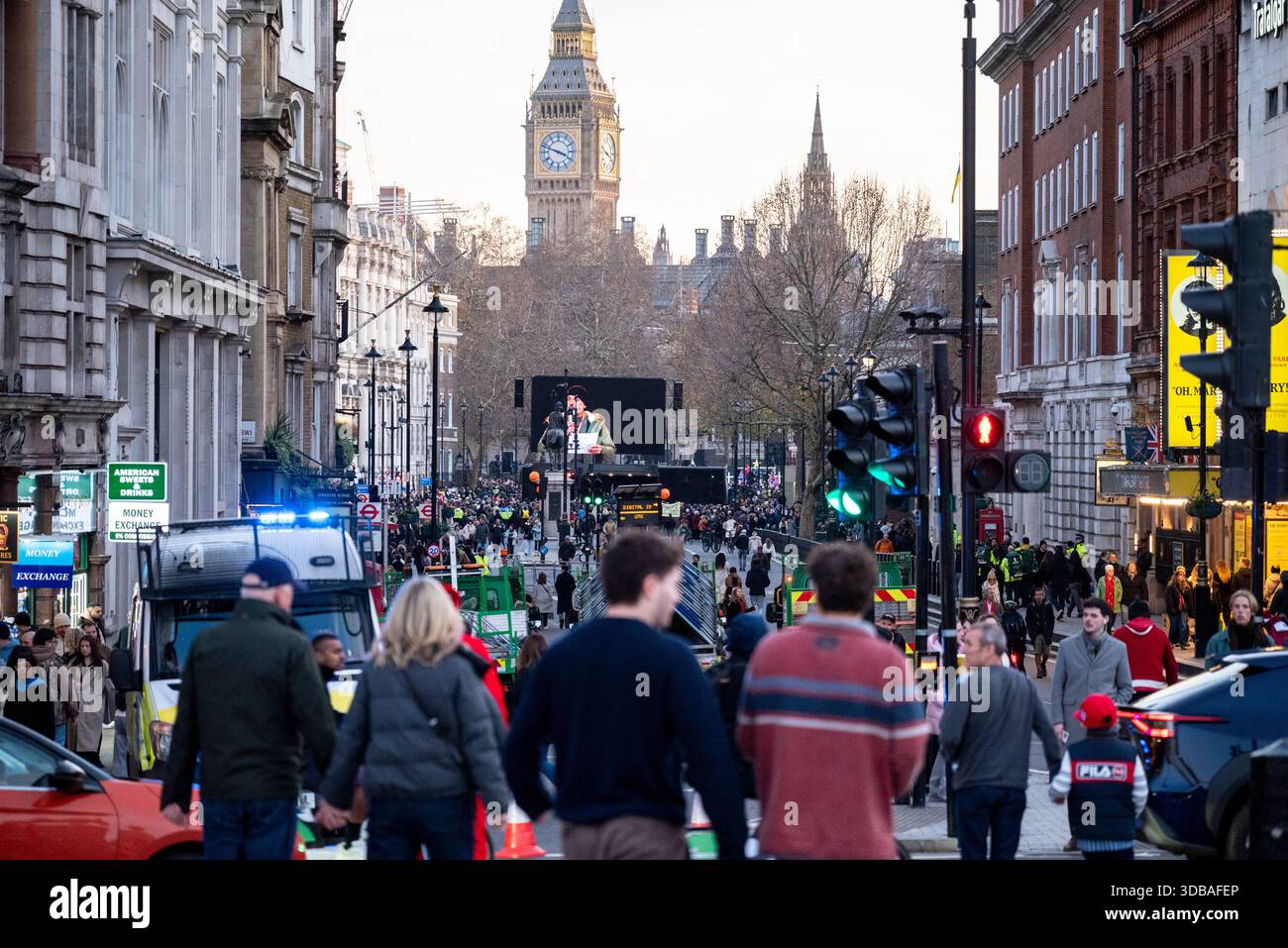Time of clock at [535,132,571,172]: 3:48
